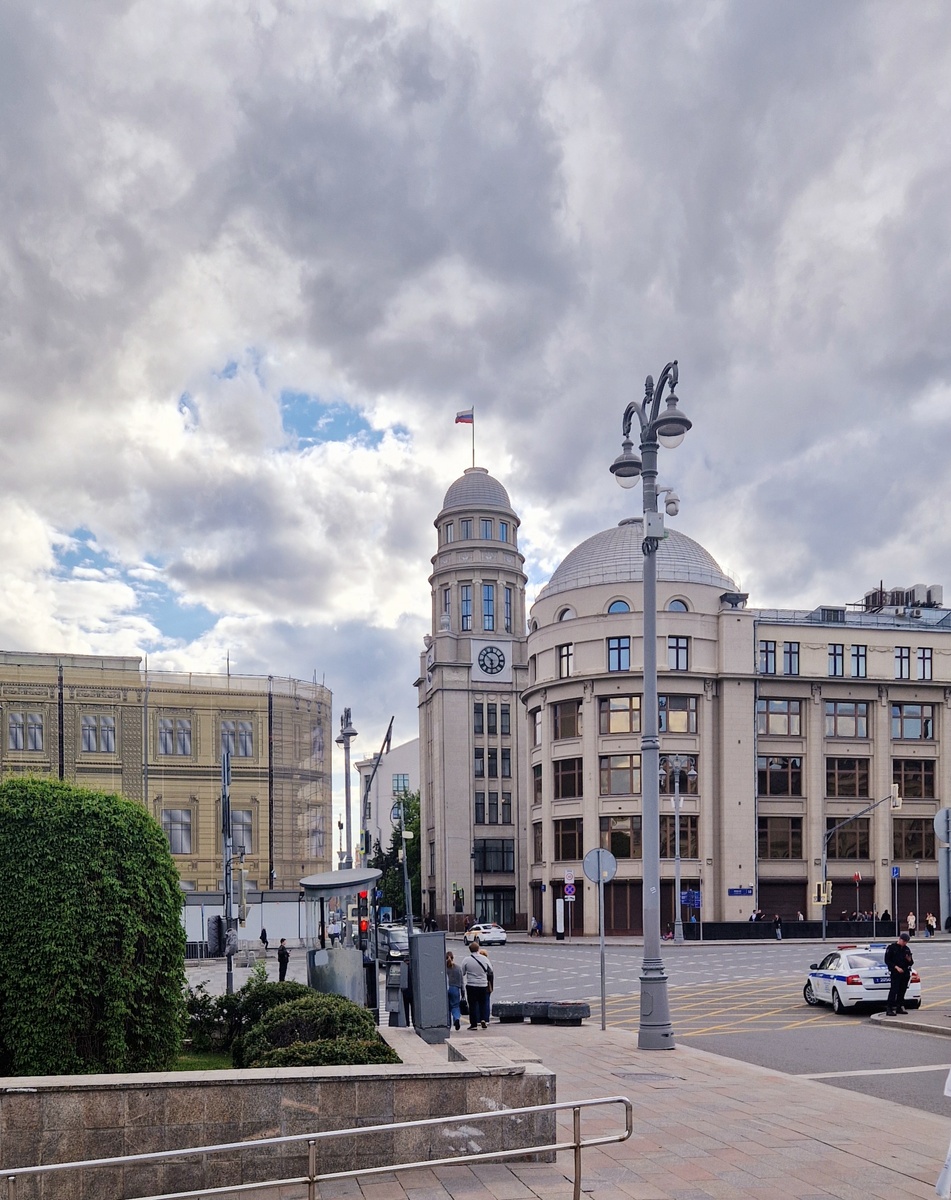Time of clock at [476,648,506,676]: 5:51
